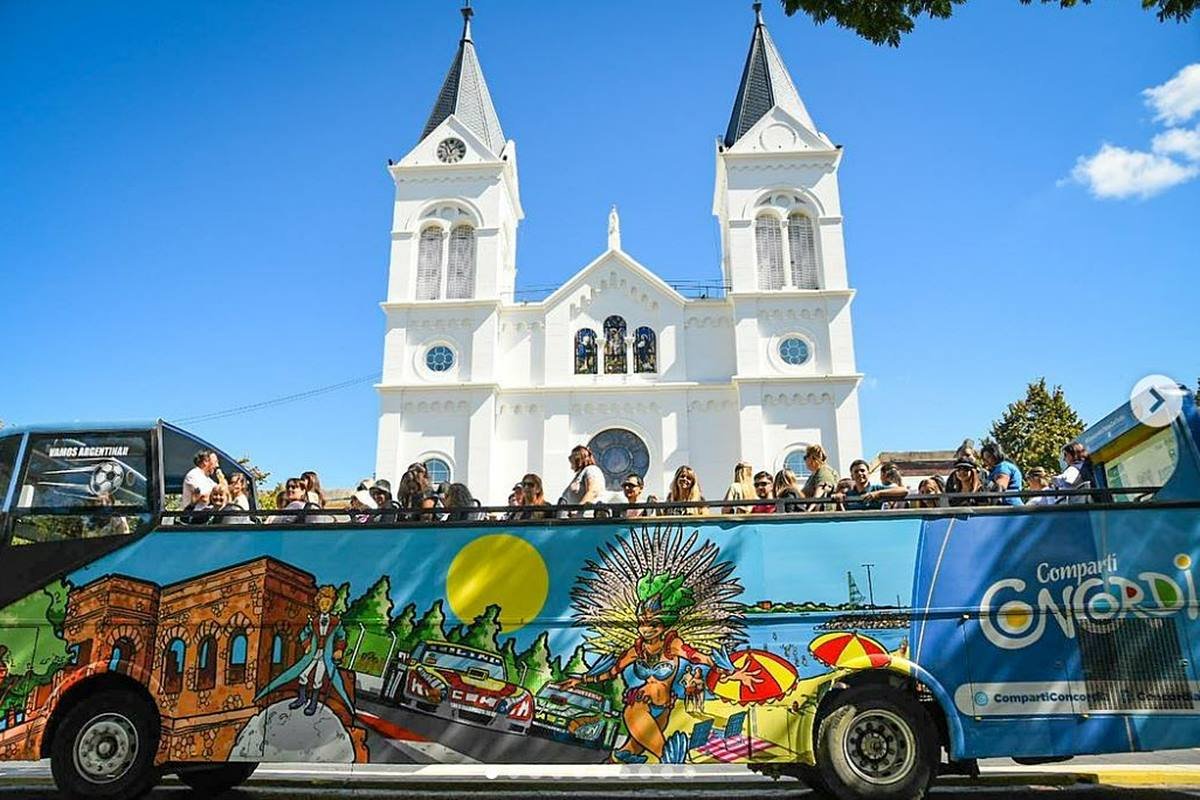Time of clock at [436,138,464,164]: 11:07
